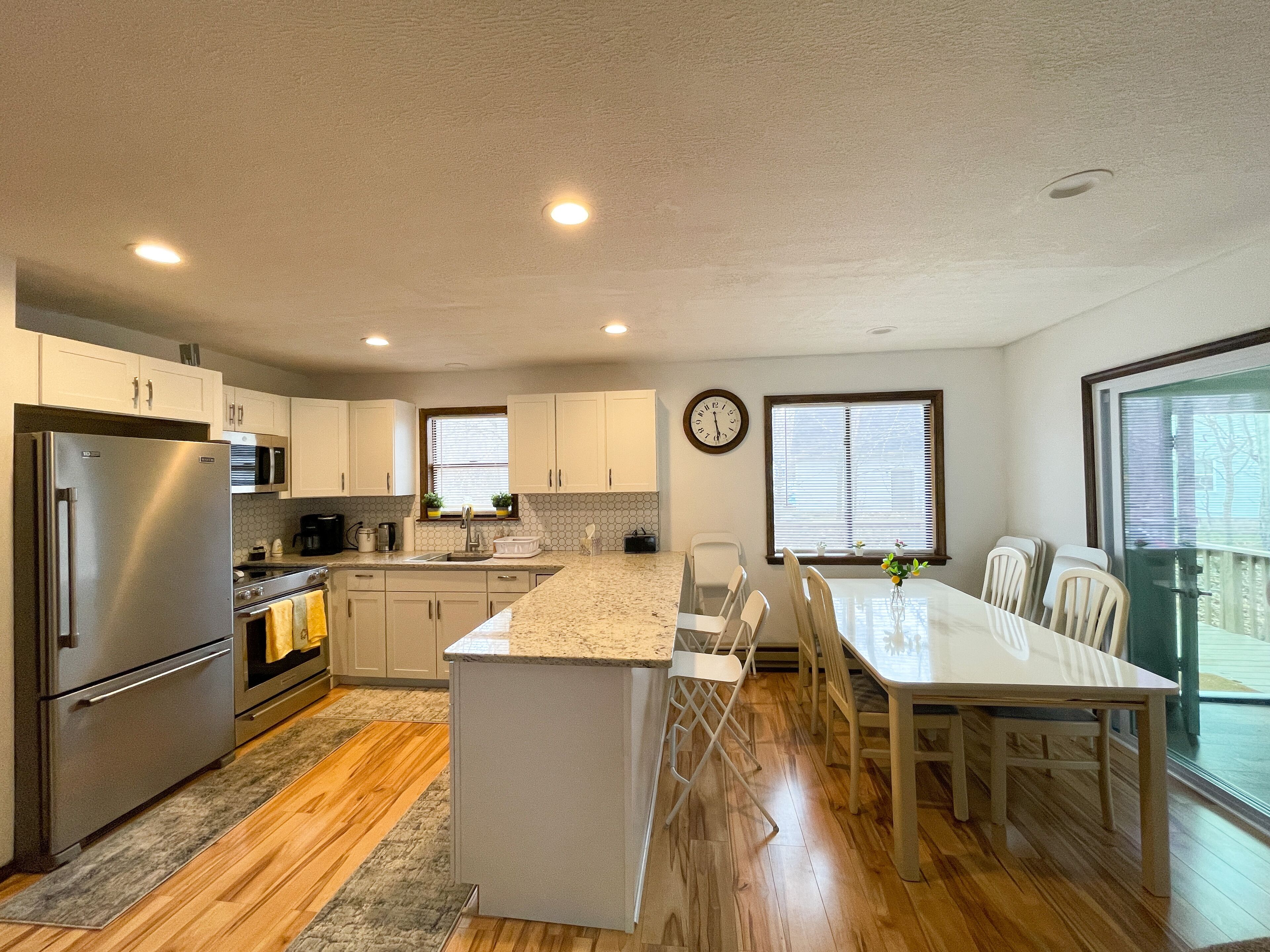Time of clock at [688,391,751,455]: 5:28
